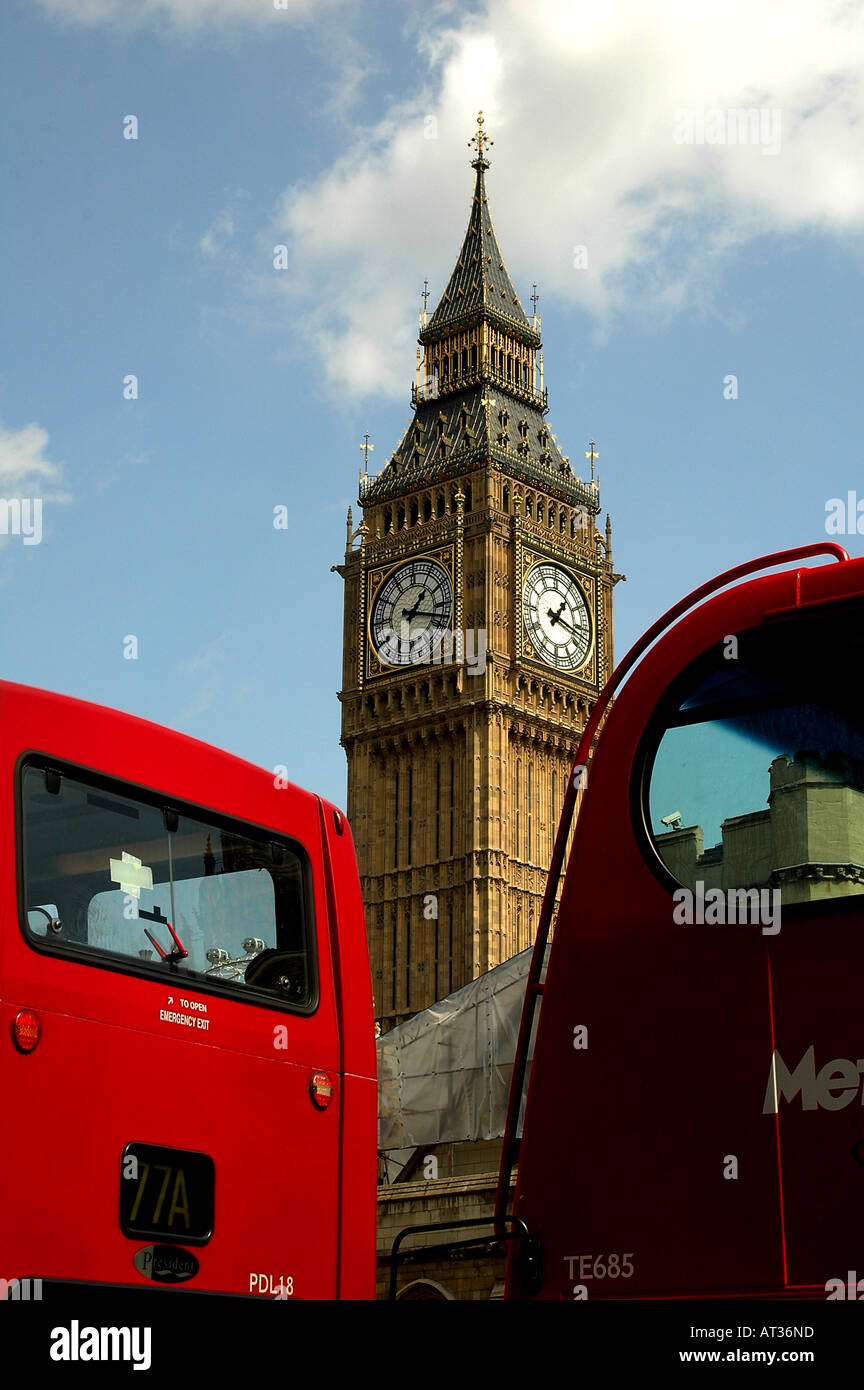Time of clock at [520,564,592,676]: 1:17
